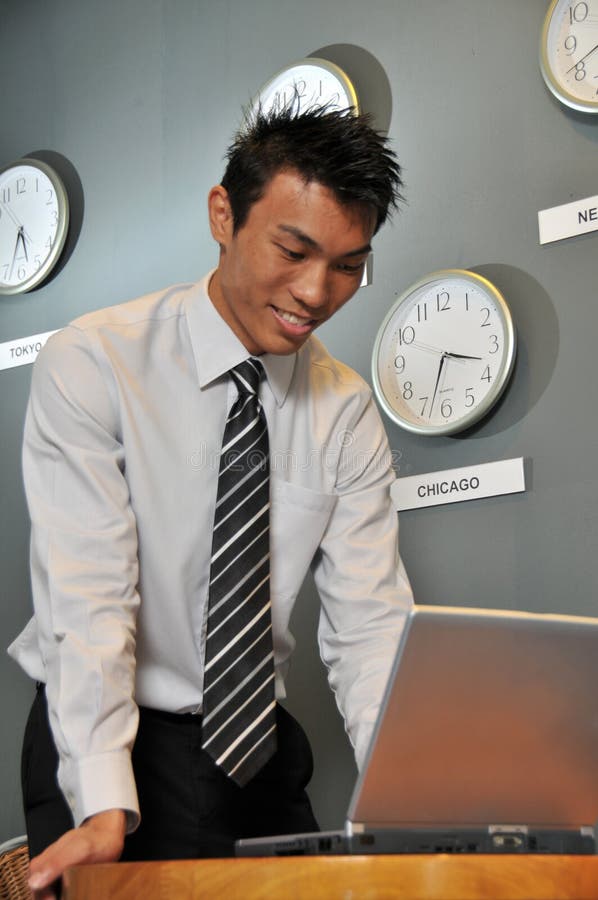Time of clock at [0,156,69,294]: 5:33
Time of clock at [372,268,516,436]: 3:33
